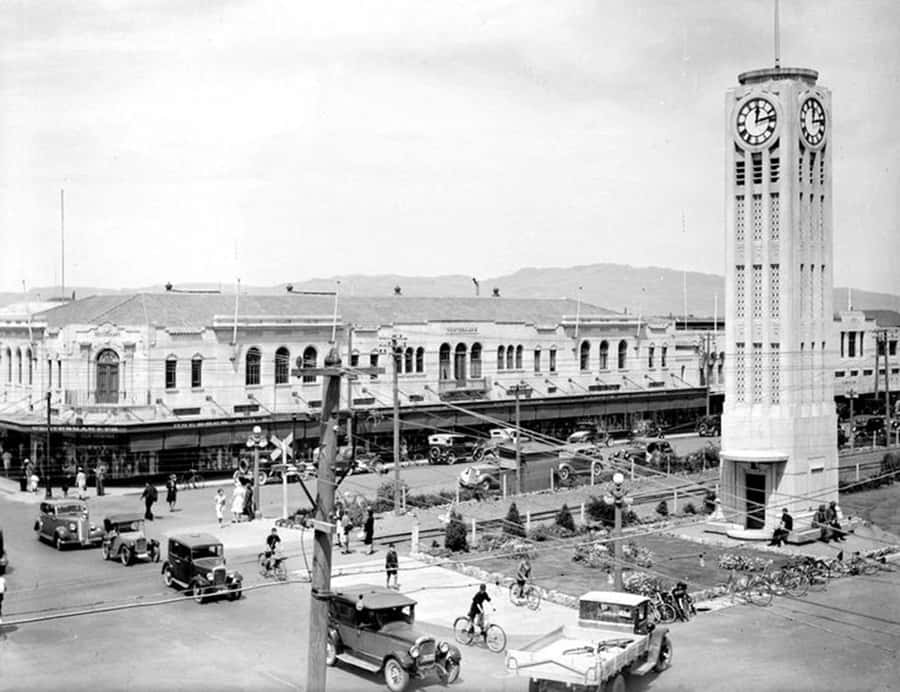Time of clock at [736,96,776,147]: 12:13
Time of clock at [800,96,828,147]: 12:13
